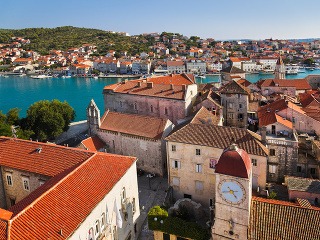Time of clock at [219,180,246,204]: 4:42
